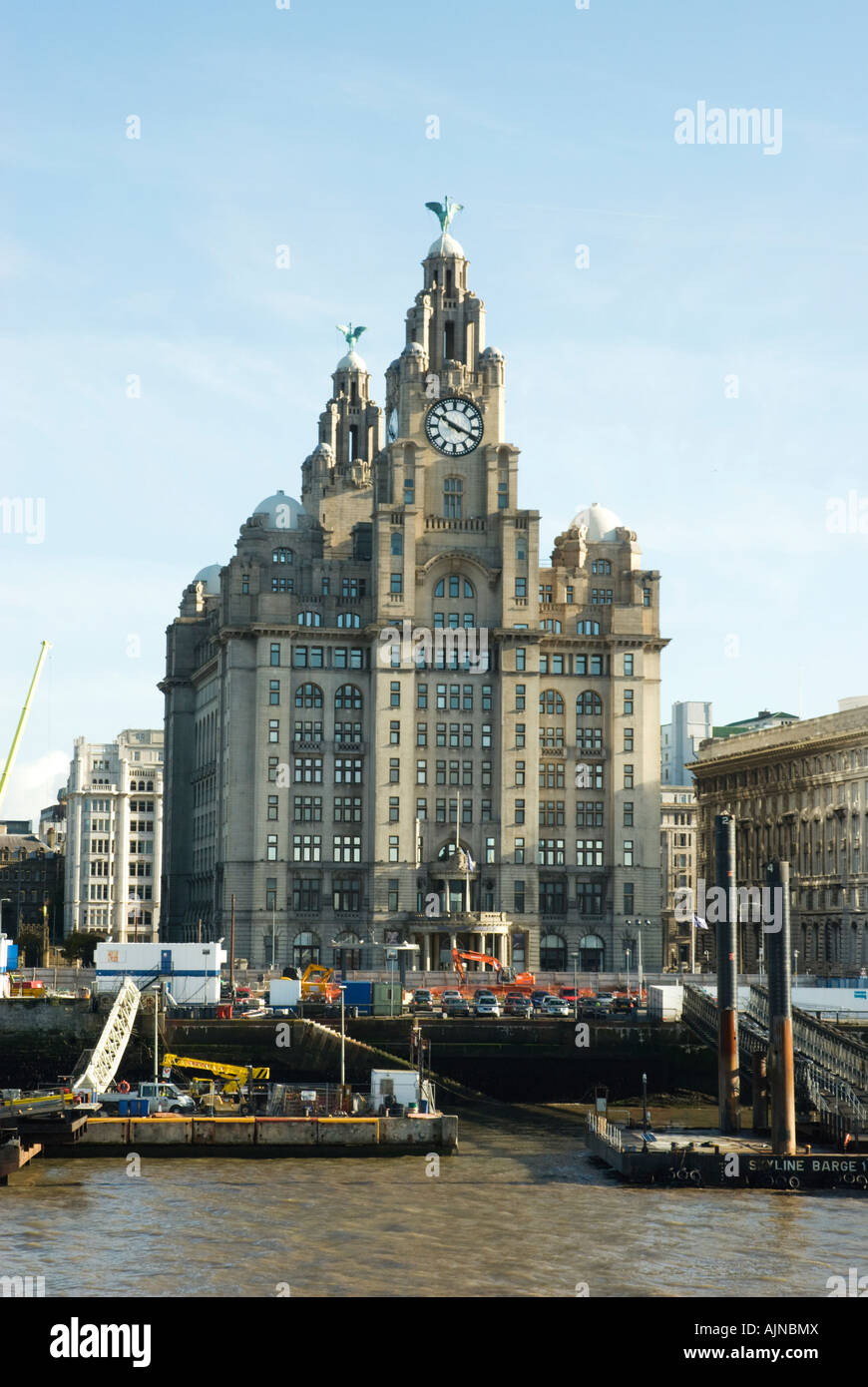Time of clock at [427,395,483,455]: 3:50
